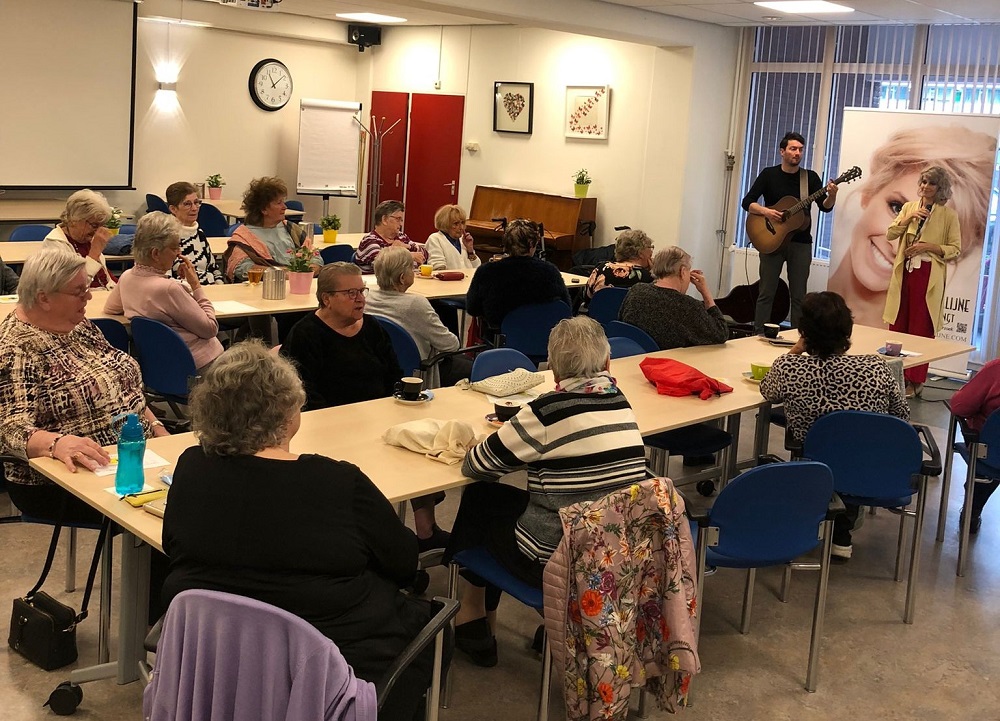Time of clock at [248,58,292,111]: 11:08
